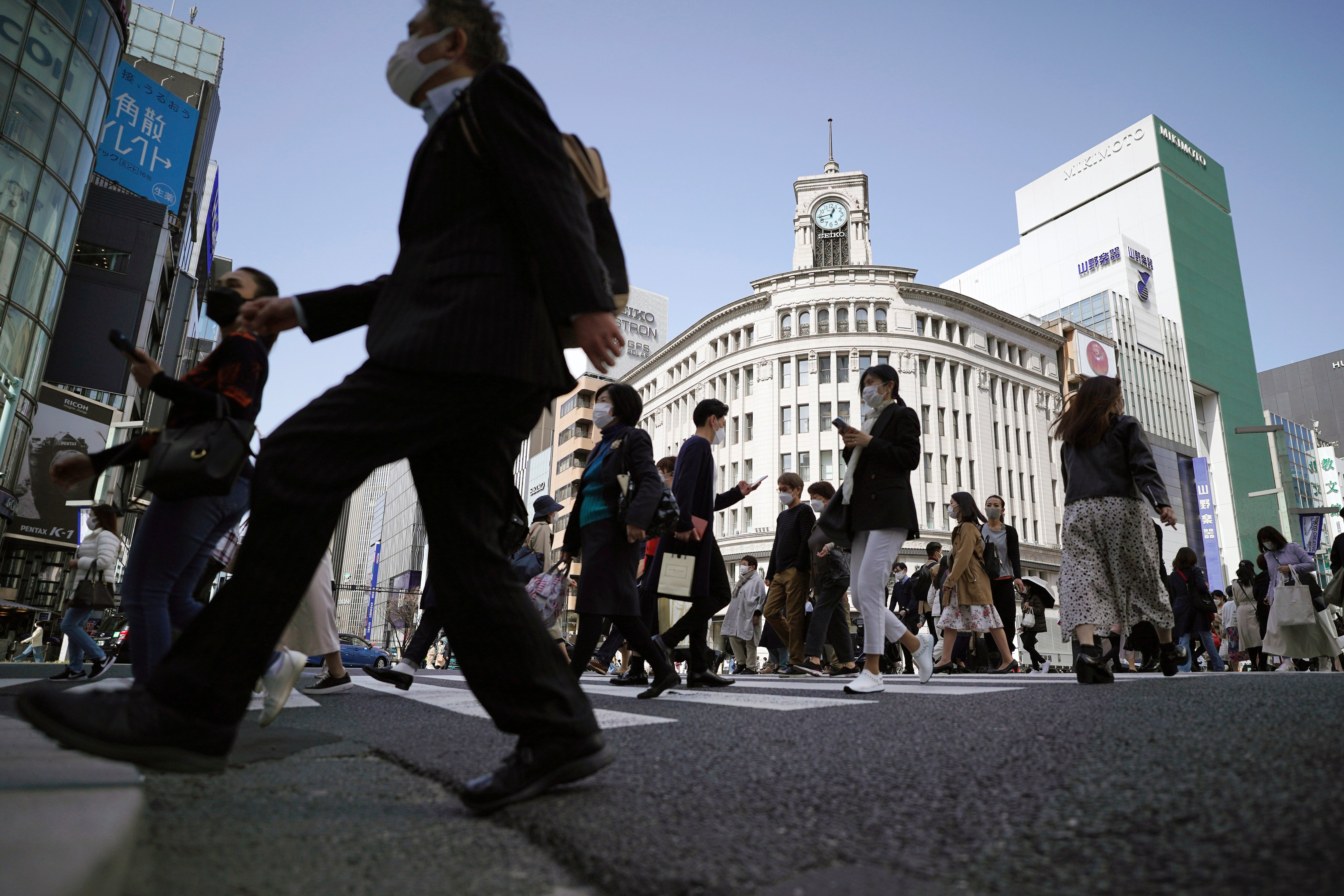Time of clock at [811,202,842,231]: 12:43
